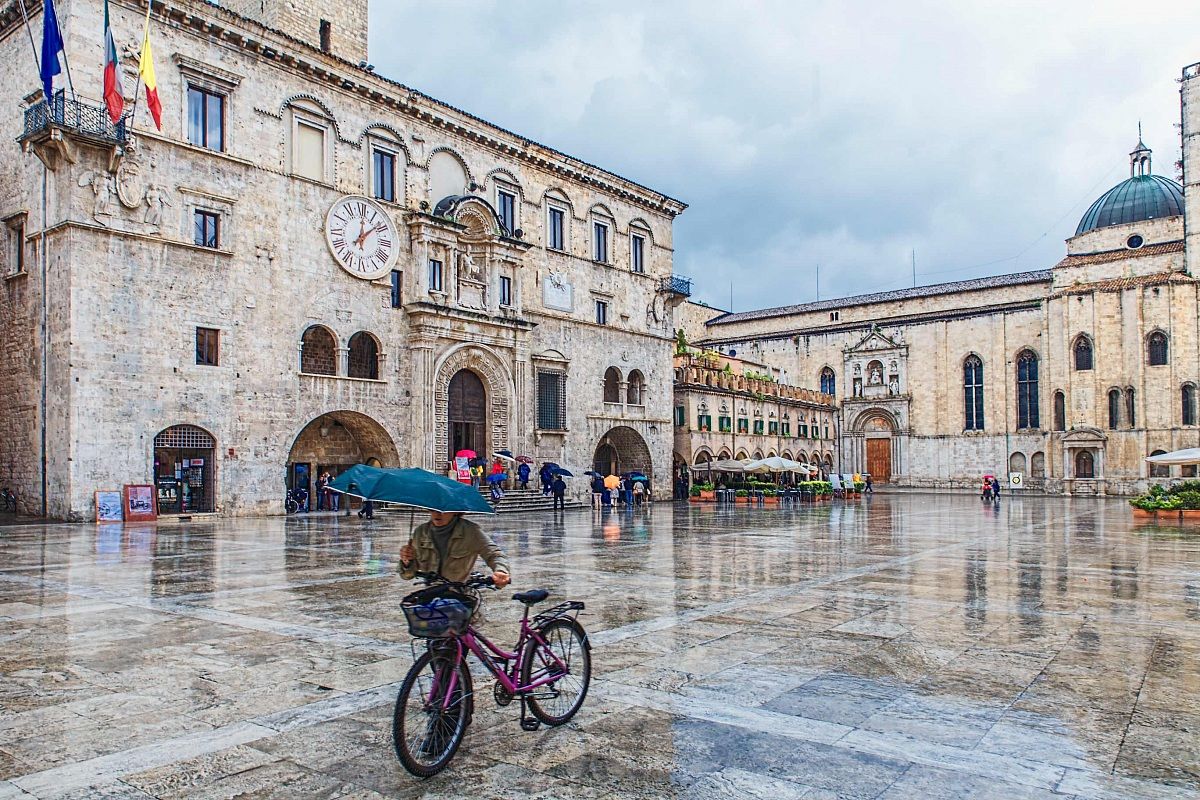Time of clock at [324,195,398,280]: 12:07
